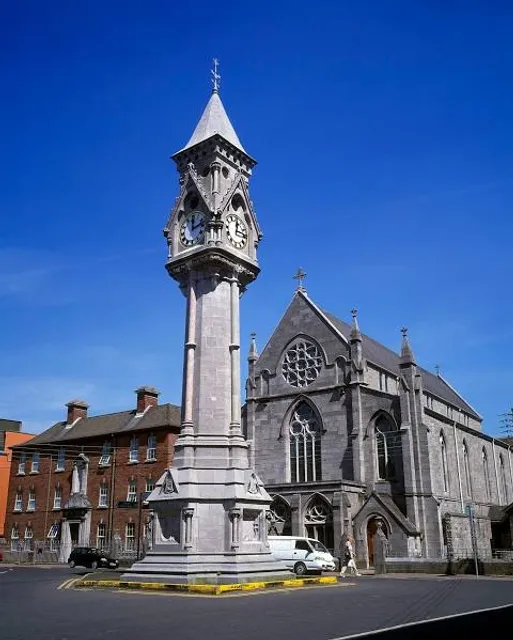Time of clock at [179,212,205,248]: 12:11
